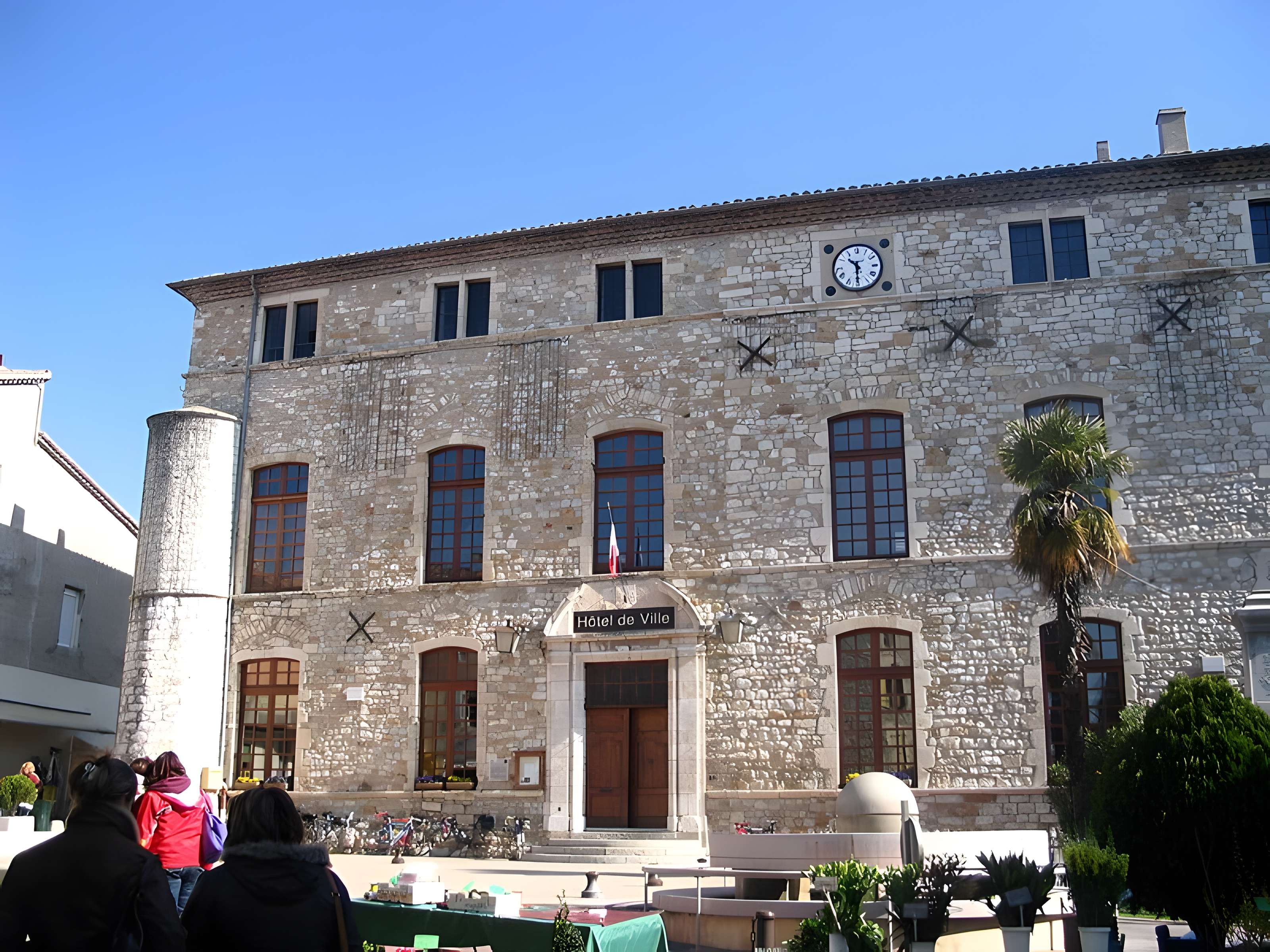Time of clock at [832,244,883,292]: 10:29
